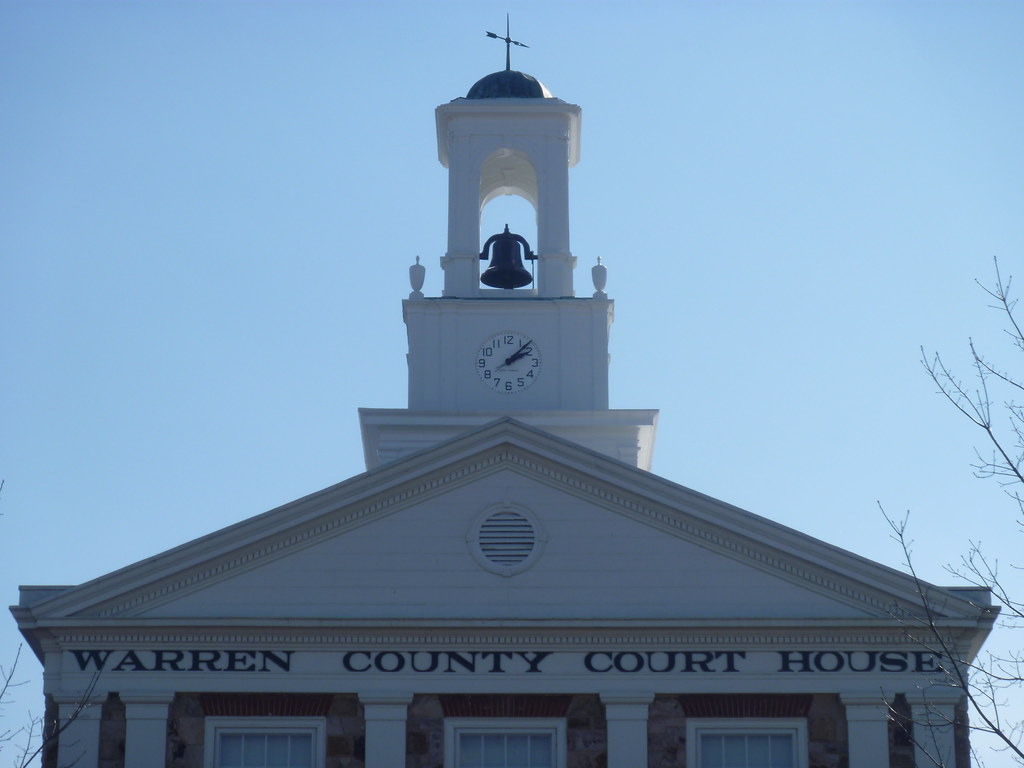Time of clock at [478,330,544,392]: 2:07
